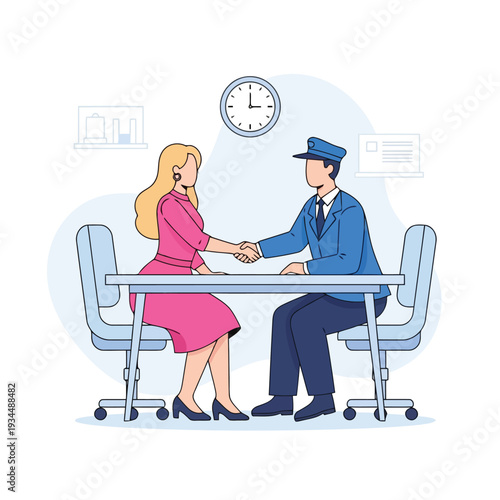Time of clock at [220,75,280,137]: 3:00
